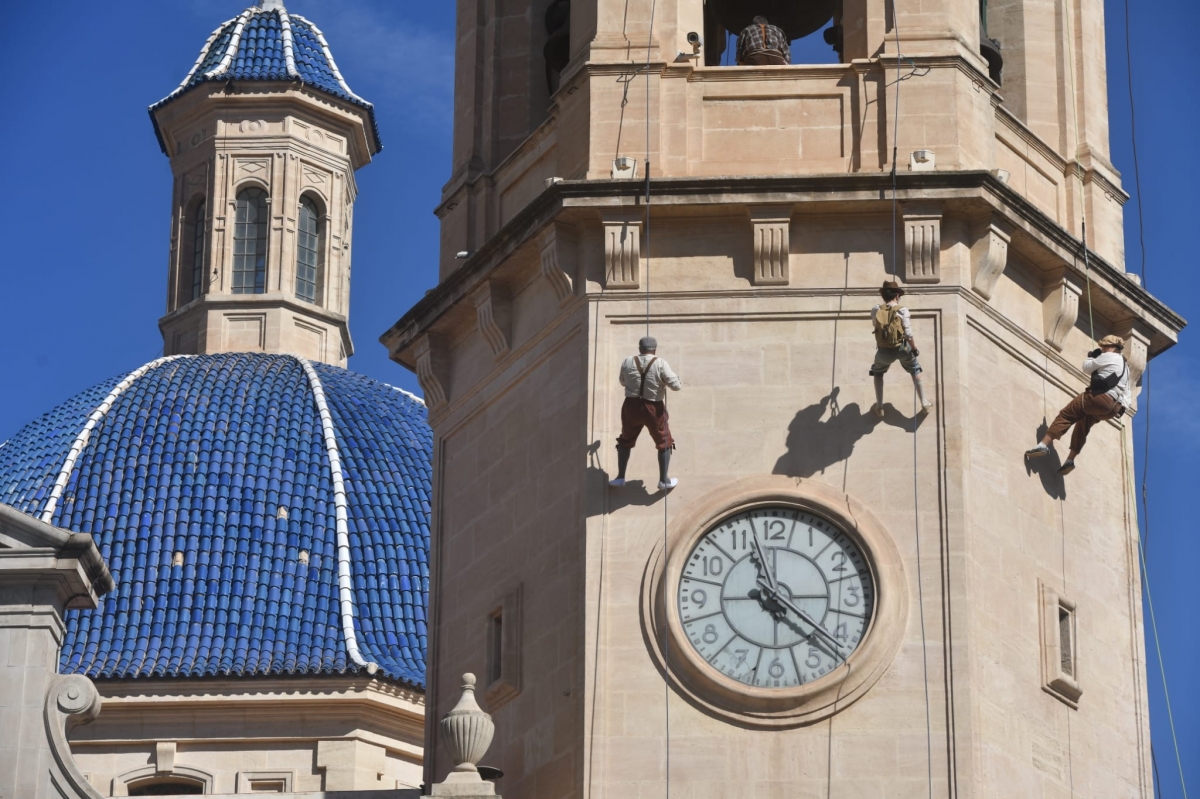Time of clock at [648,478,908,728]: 11:21
